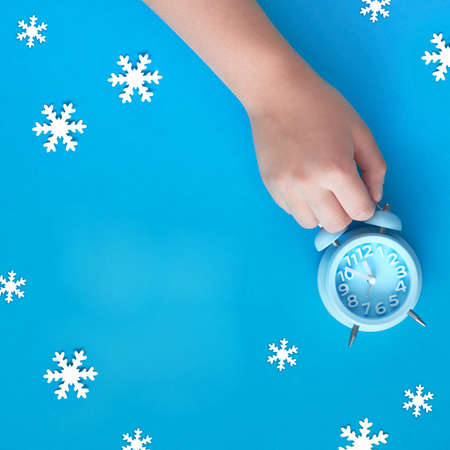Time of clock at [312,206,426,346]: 11:51
